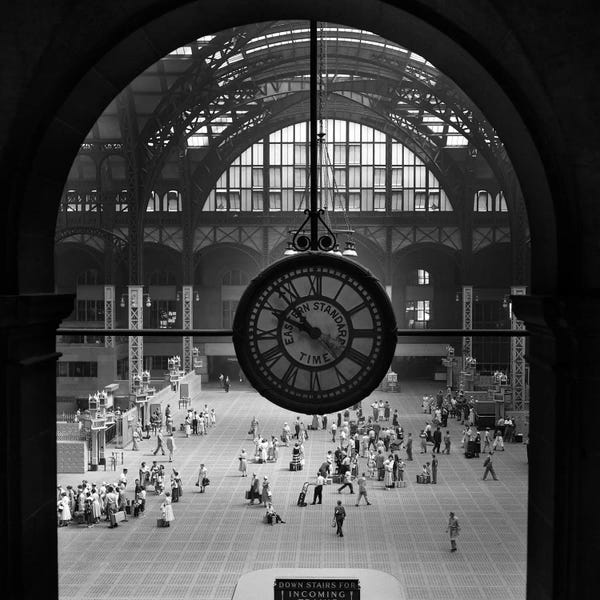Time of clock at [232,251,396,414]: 9:53
